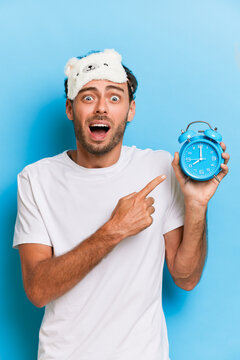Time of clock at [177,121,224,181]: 8:00
